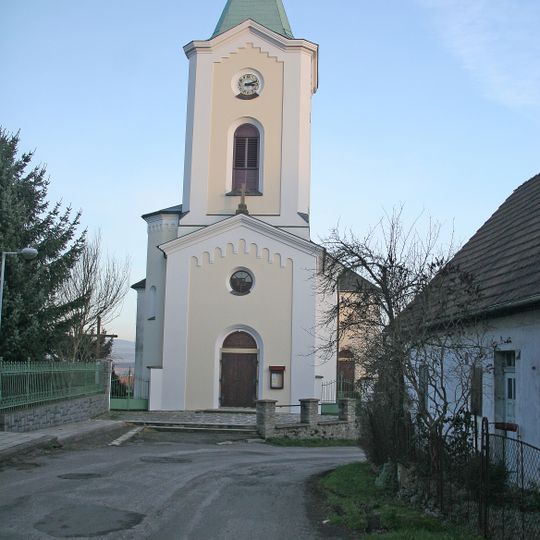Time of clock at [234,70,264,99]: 3:11
